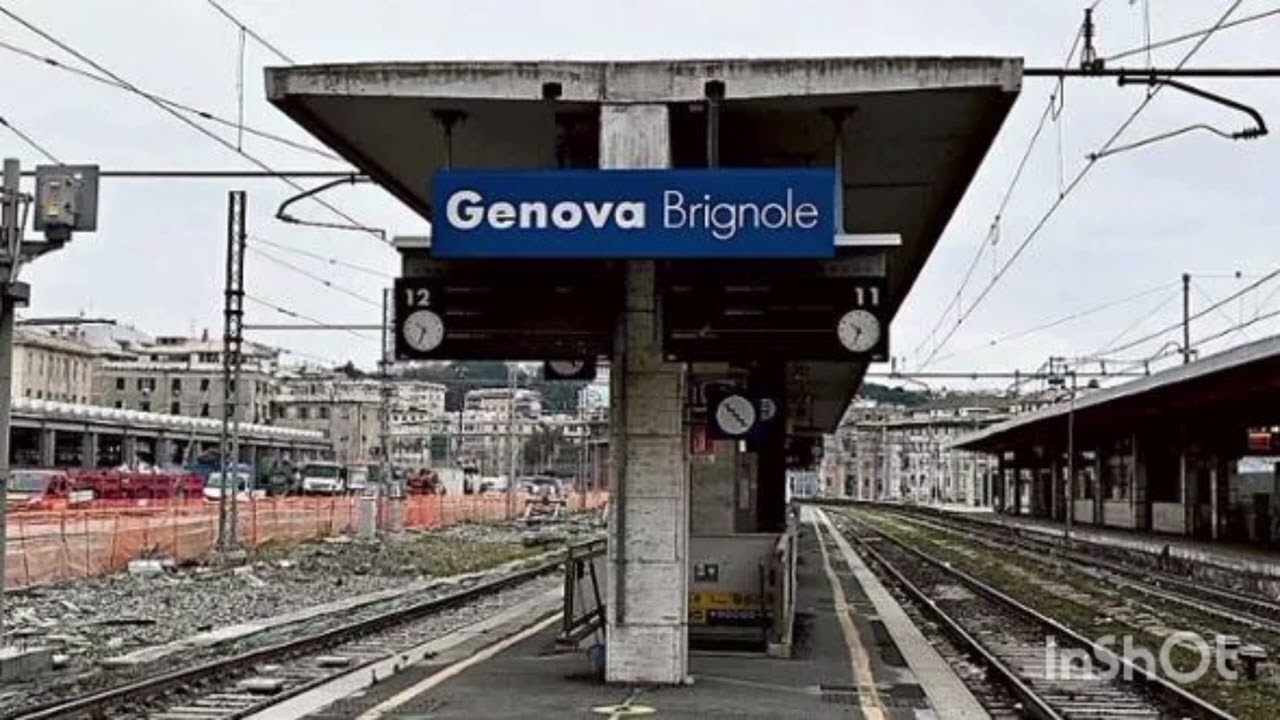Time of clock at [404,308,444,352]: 10:34
